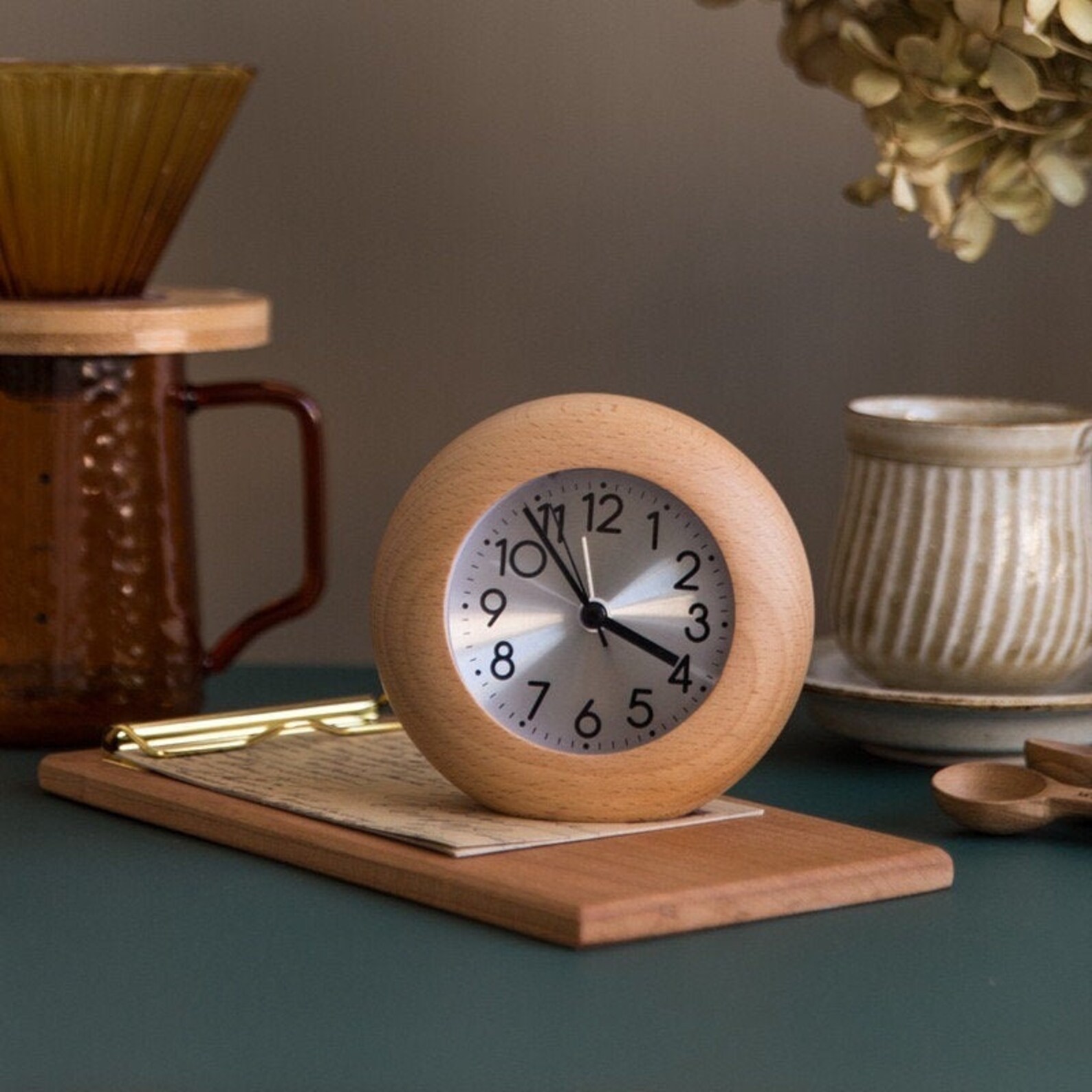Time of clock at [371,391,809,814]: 3:53
